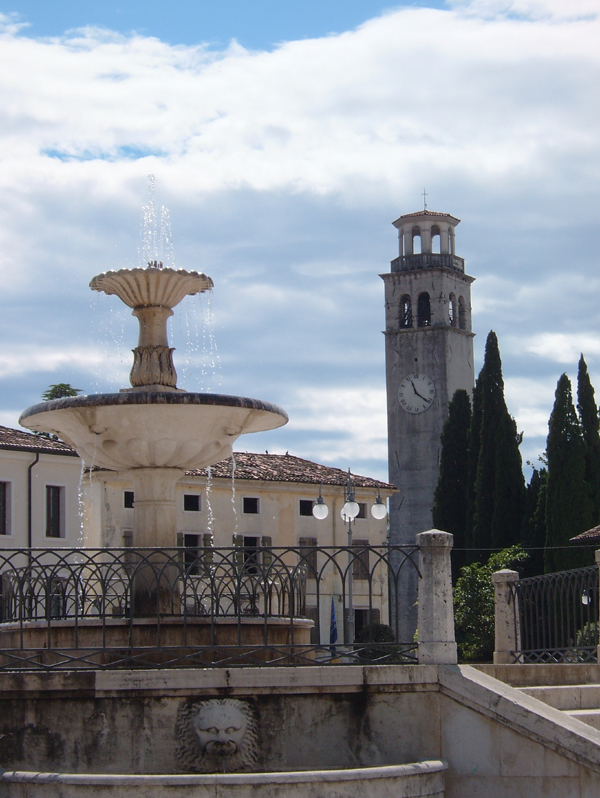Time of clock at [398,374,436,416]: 11:21
